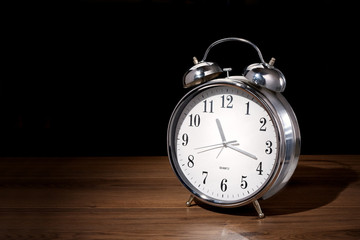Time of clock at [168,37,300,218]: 11:18
